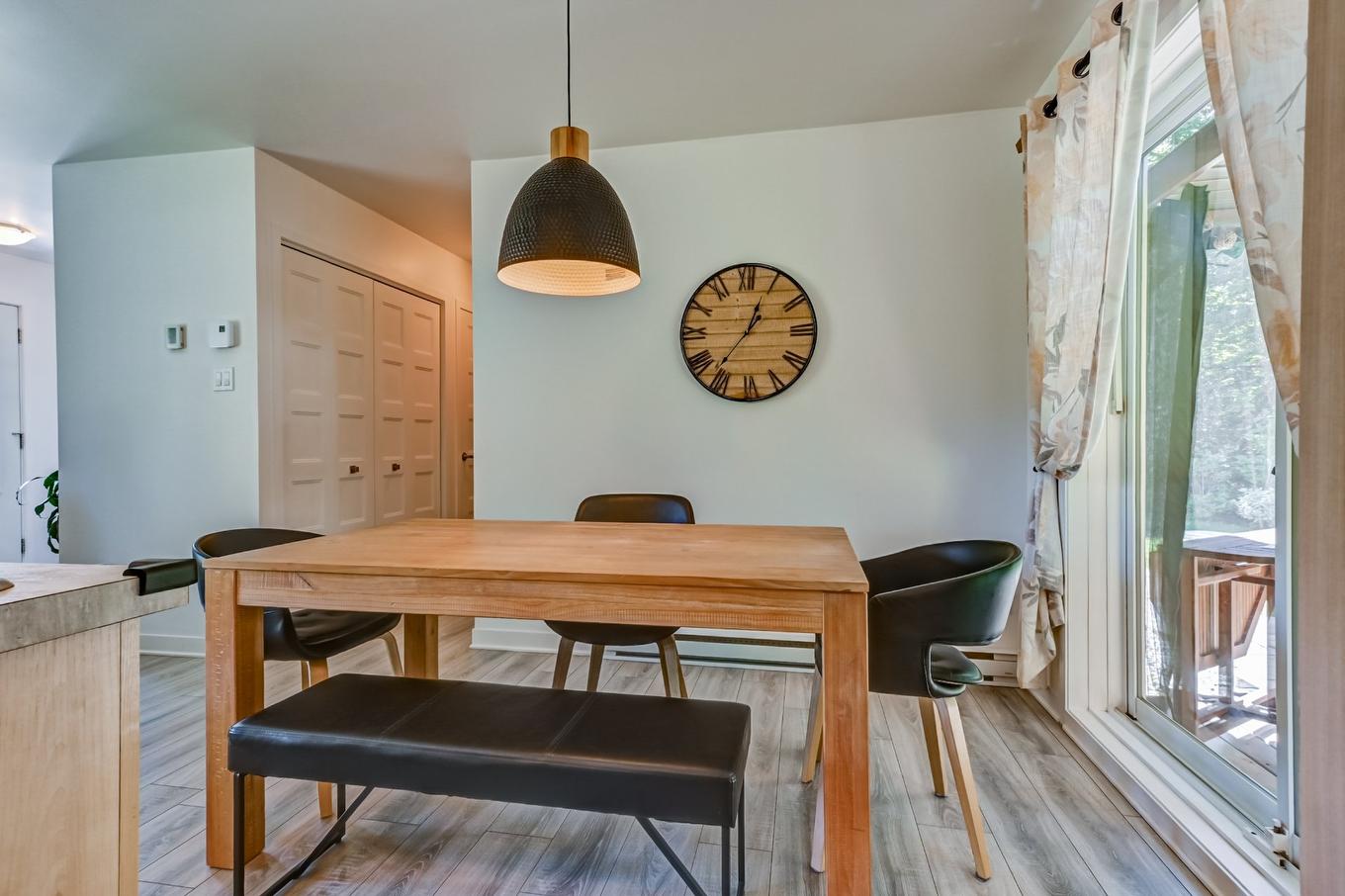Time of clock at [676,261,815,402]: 12:36
